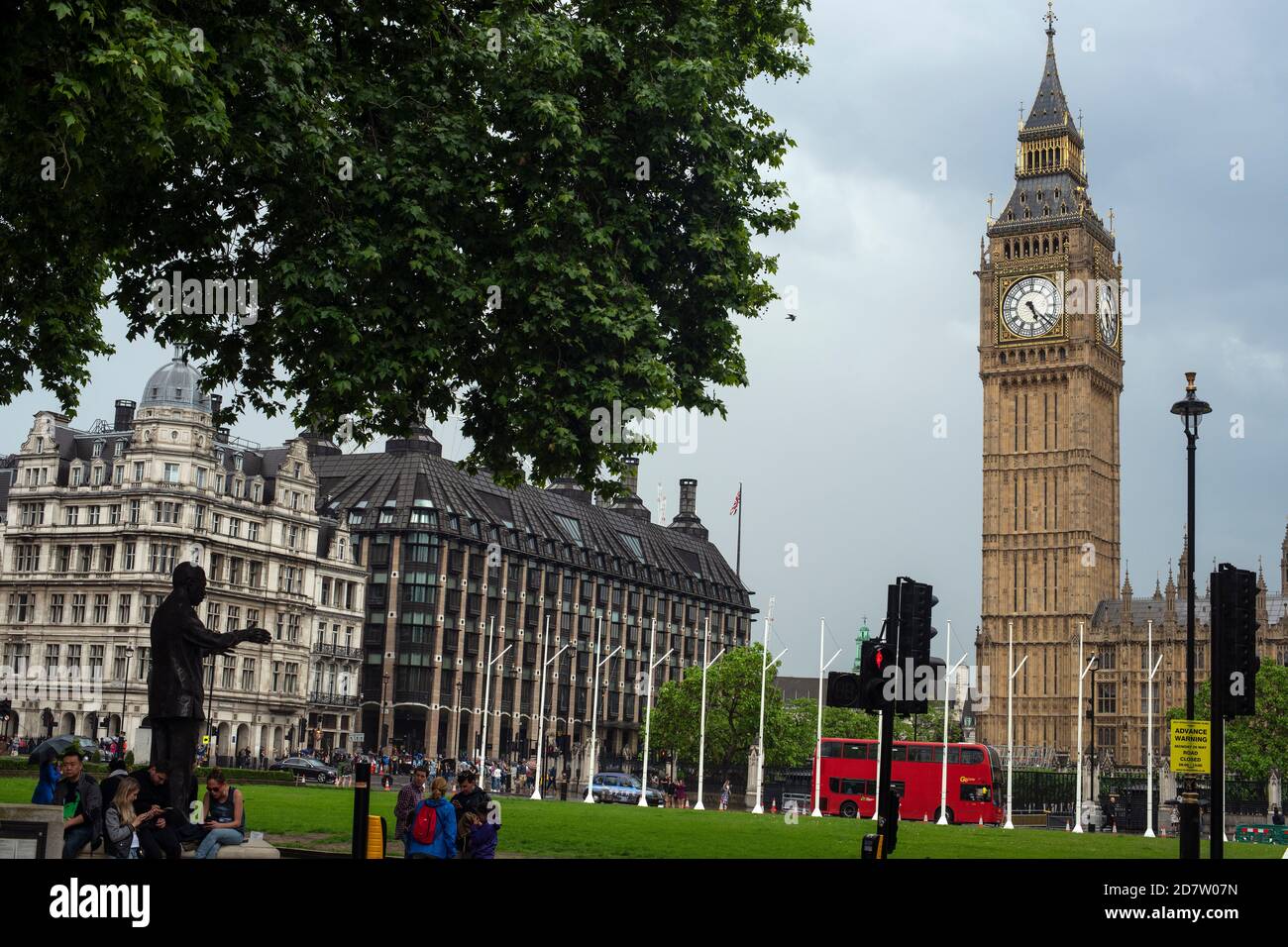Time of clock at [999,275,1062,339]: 5:22
